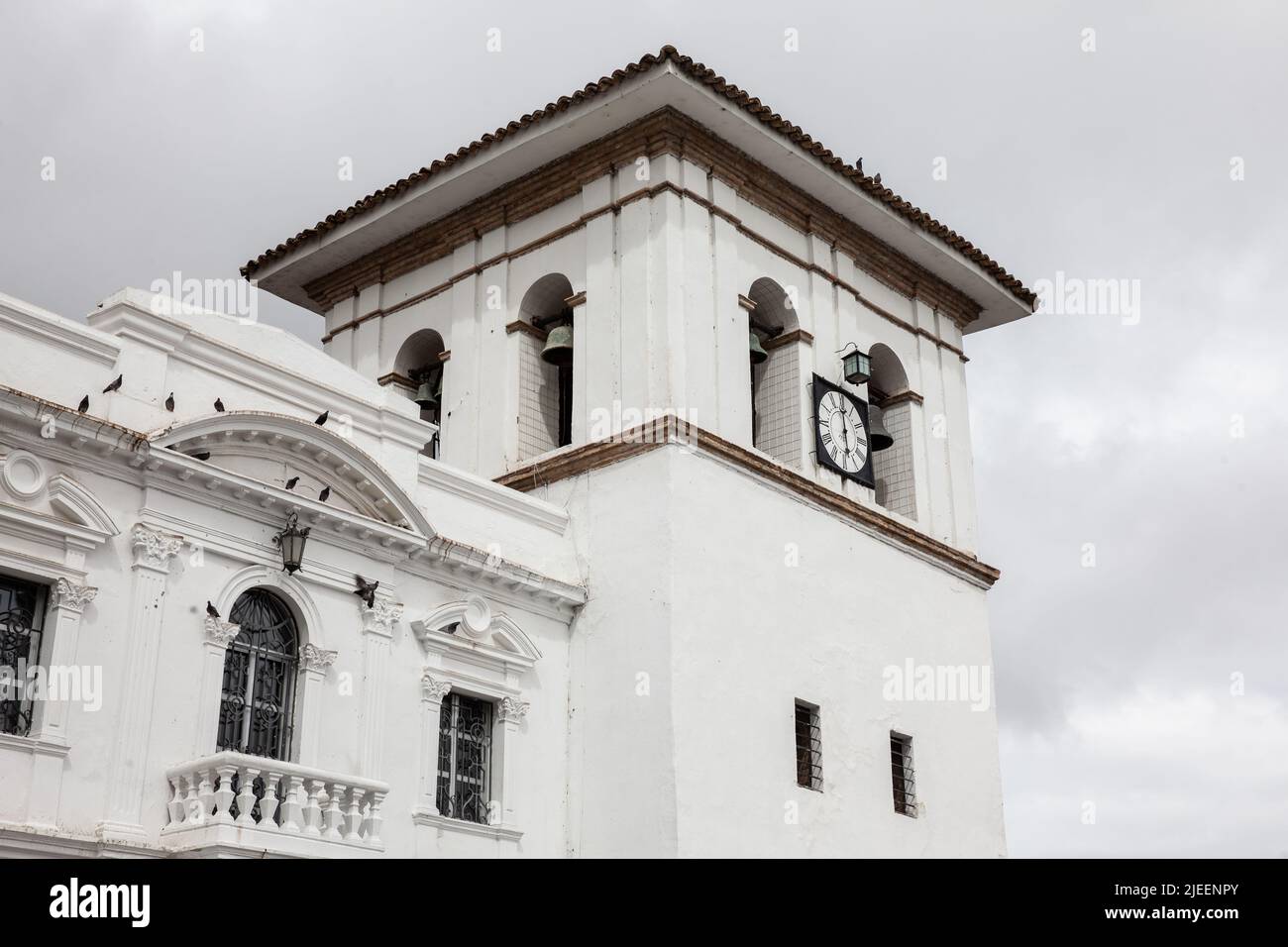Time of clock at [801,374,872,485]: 5:59
